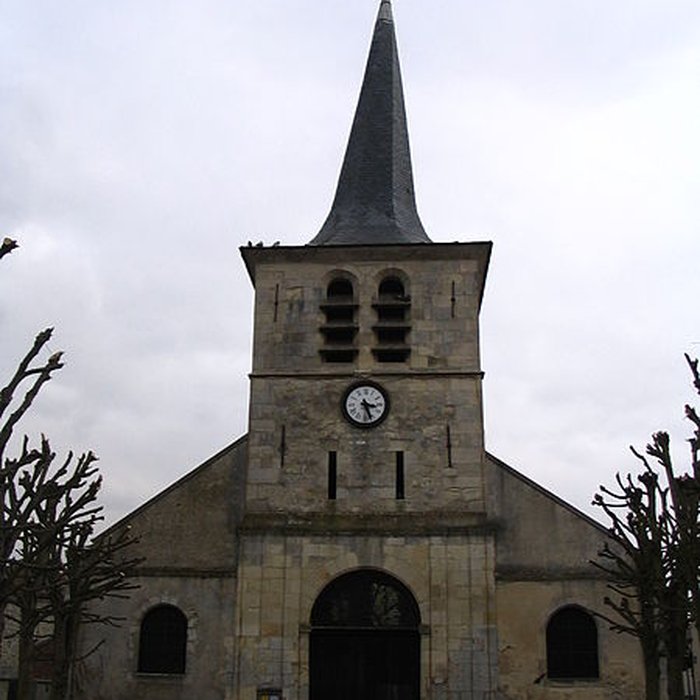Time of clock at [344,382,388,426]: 3:26
